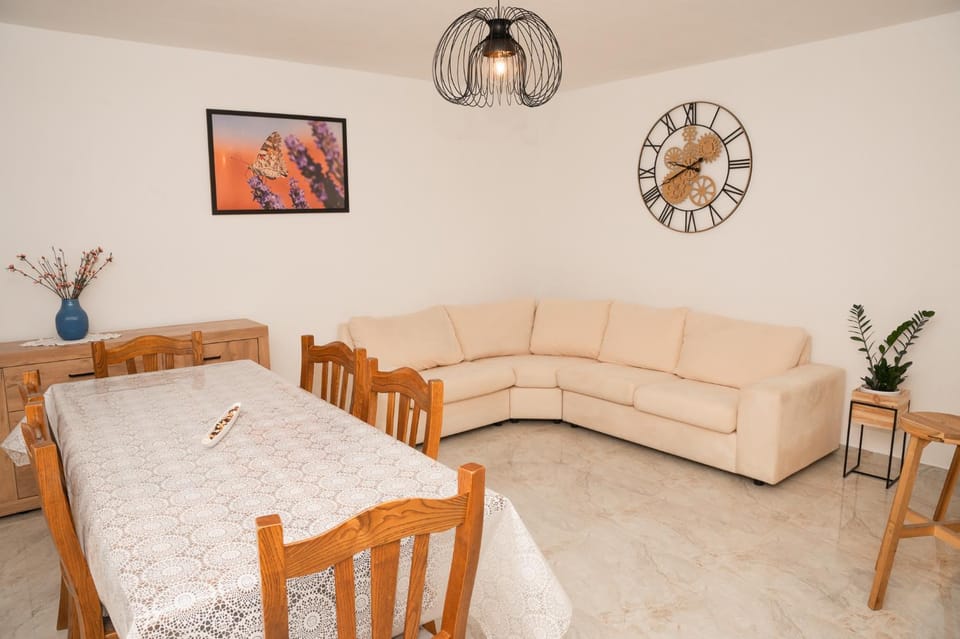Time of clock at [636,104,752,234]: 9:41
